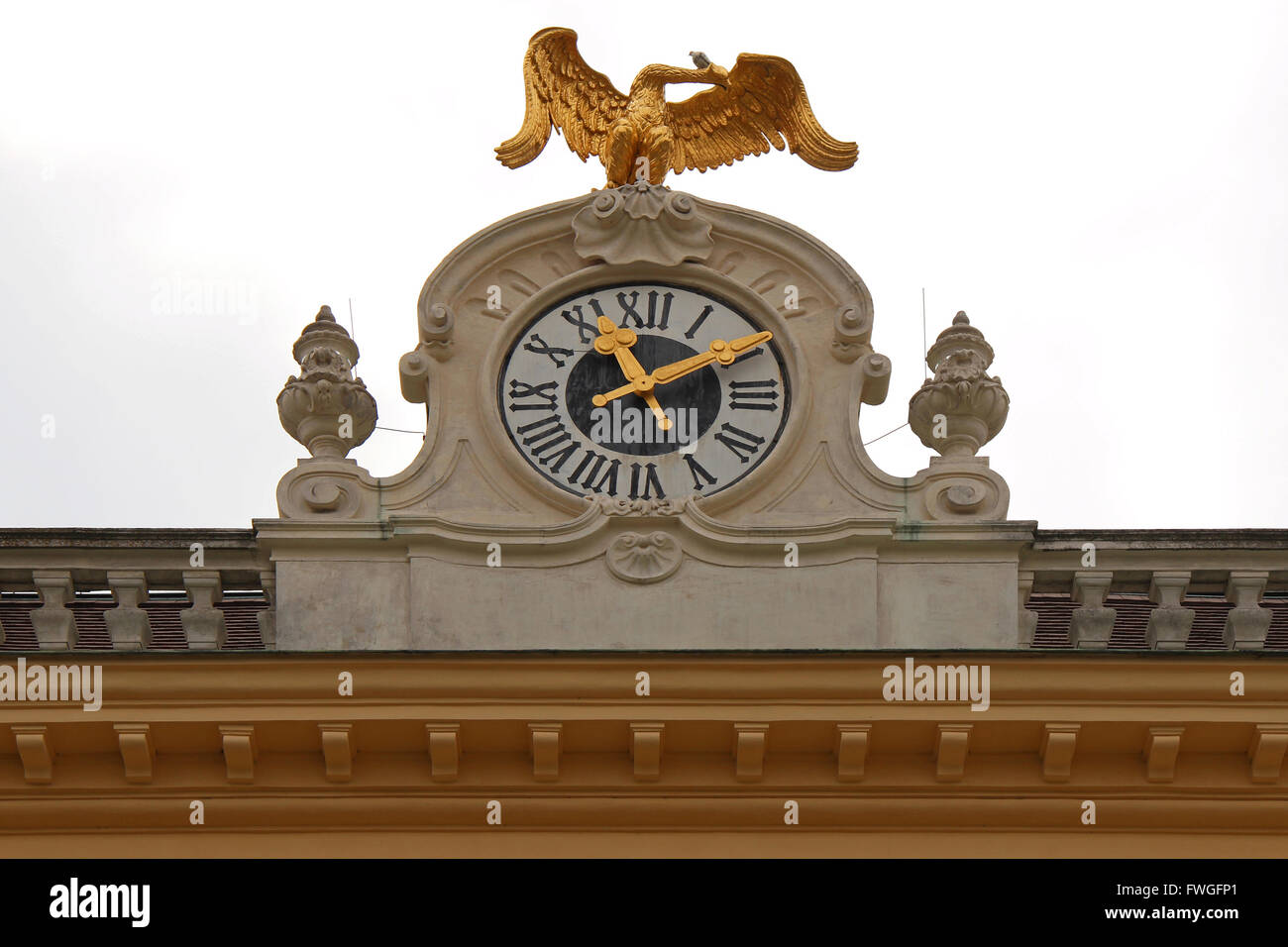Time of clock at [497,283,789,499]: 11:09
